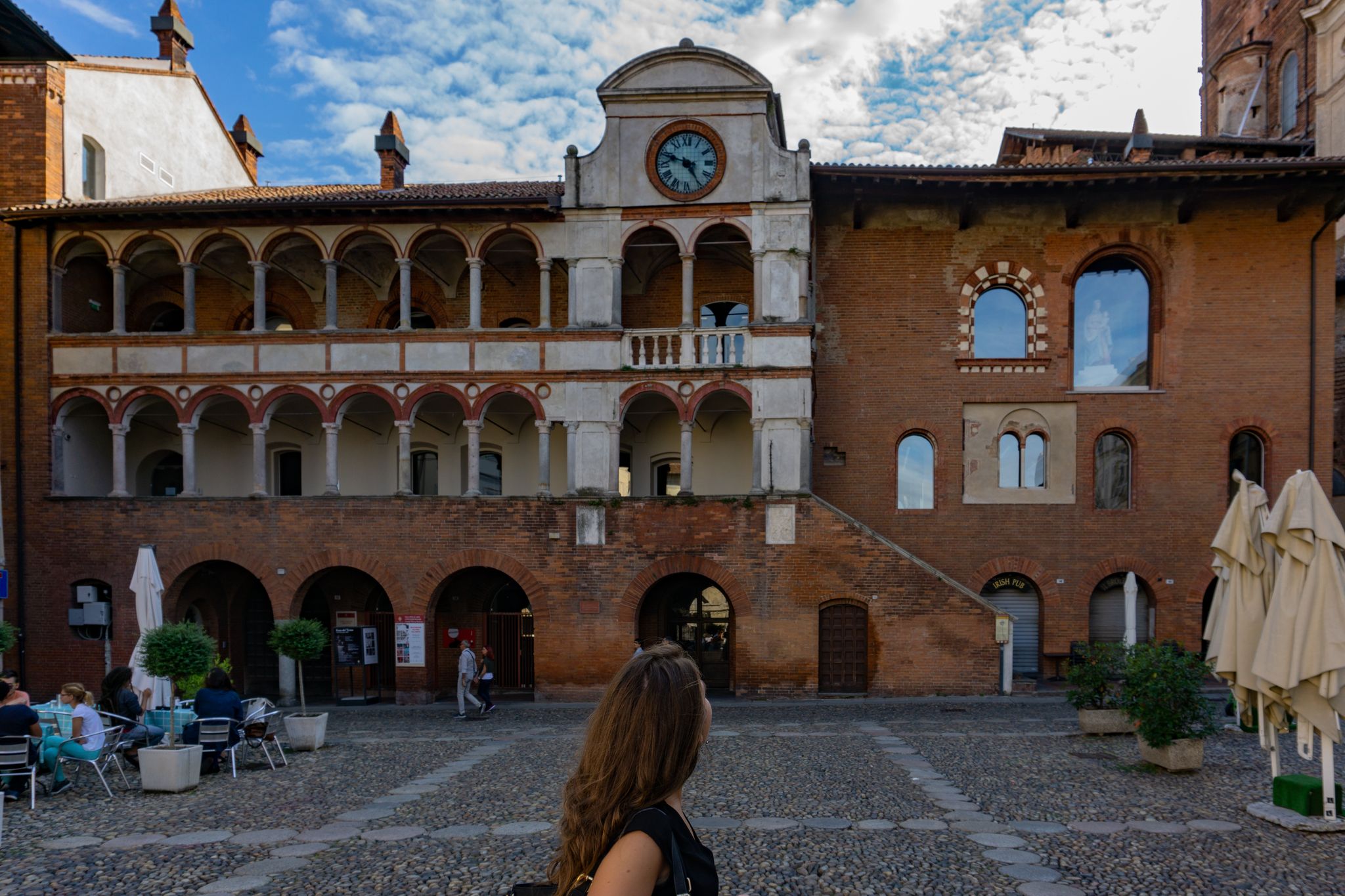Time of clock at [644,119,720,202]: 4:48
